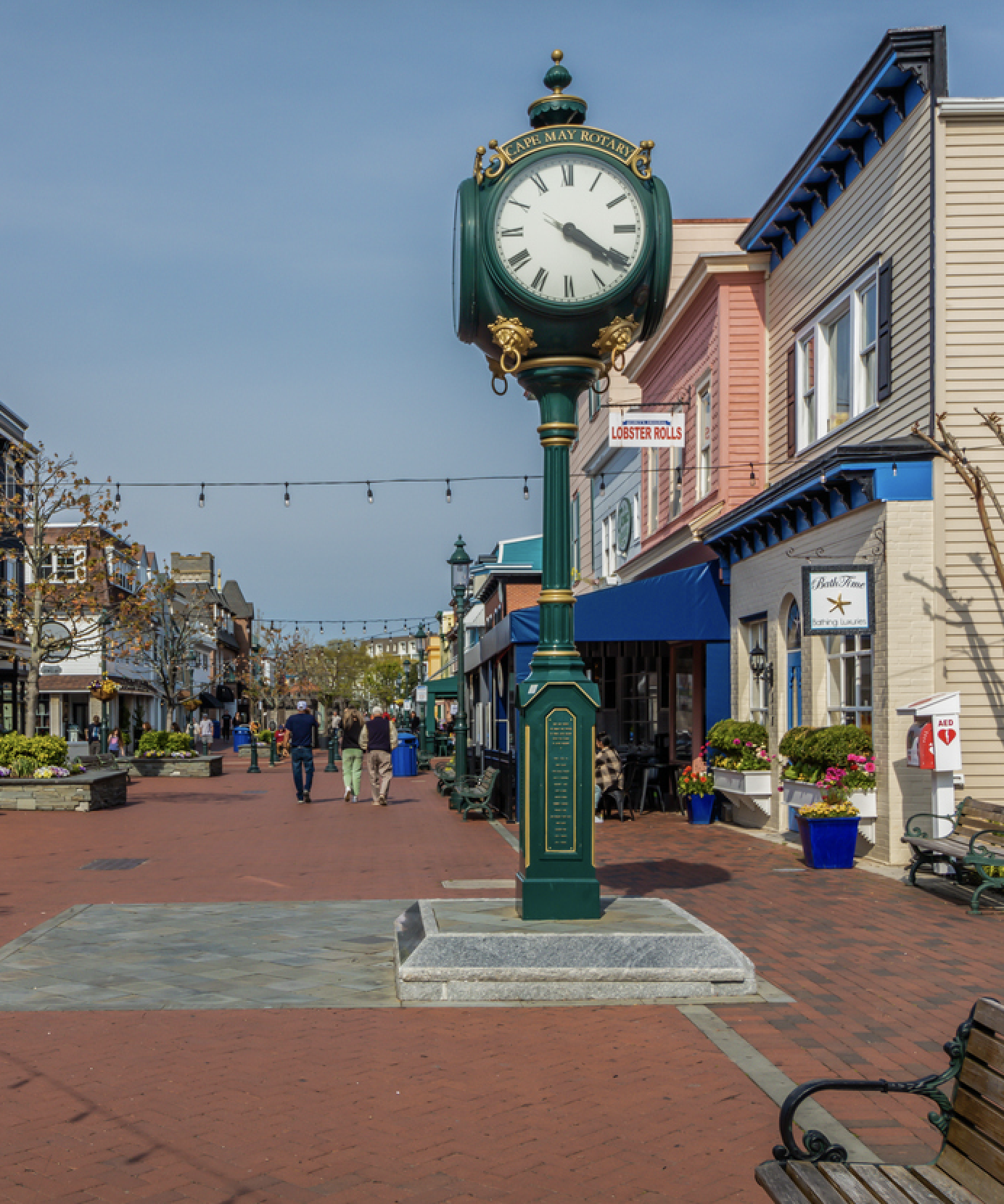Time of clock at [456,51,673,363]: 4:20
